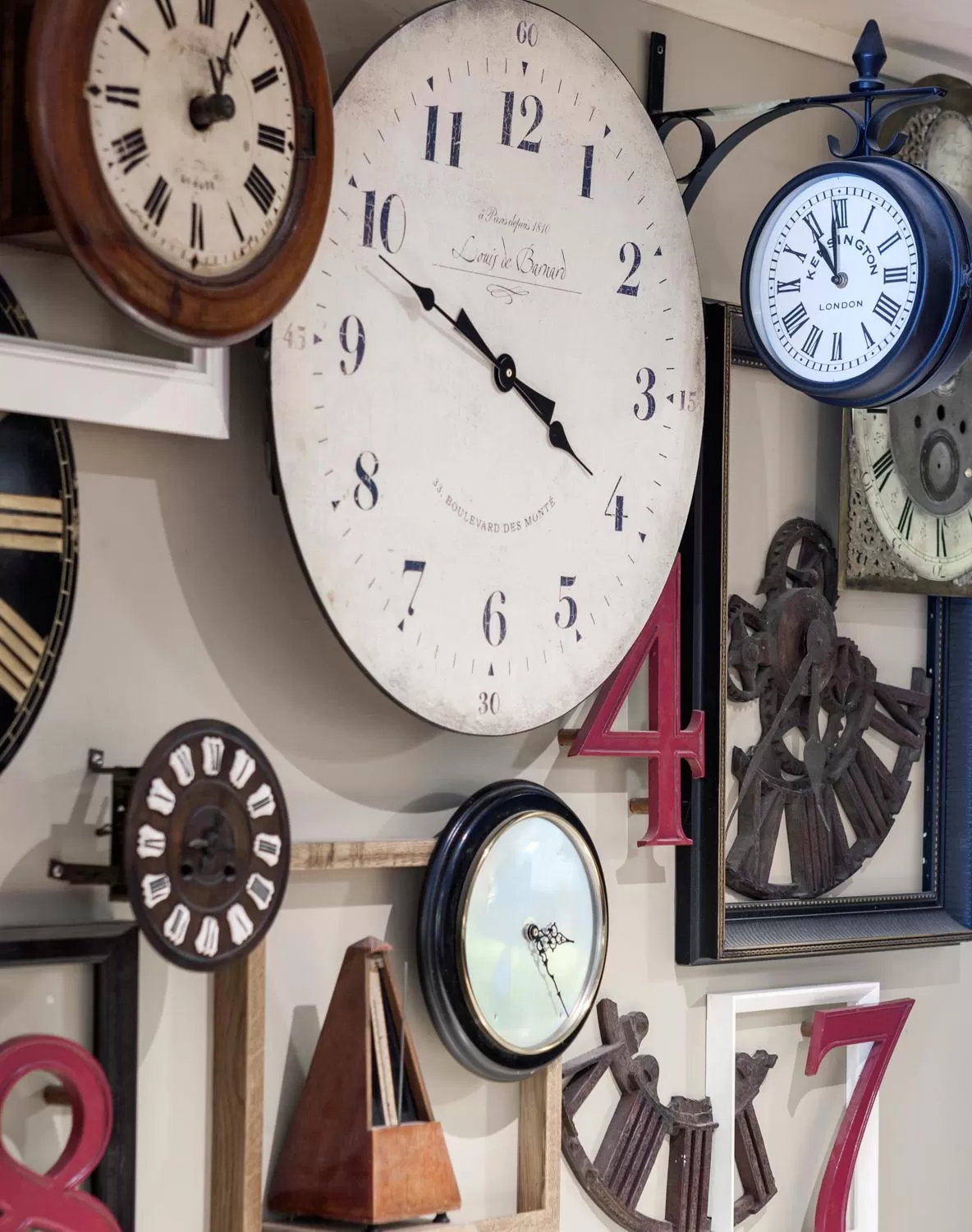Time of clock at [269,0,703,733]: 3:48
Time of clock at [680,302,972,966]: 3:49
